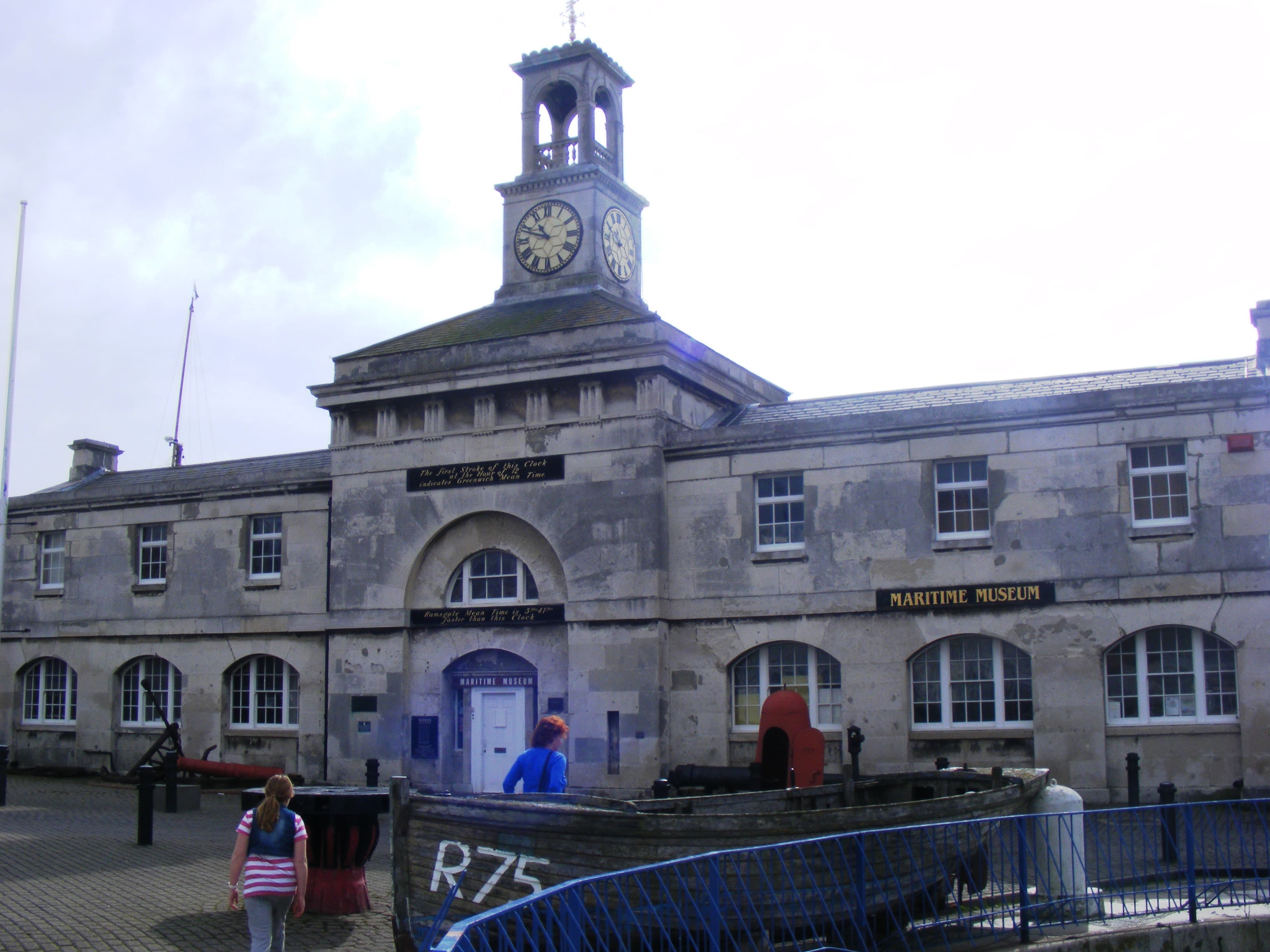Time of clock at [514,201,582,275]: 10:48
